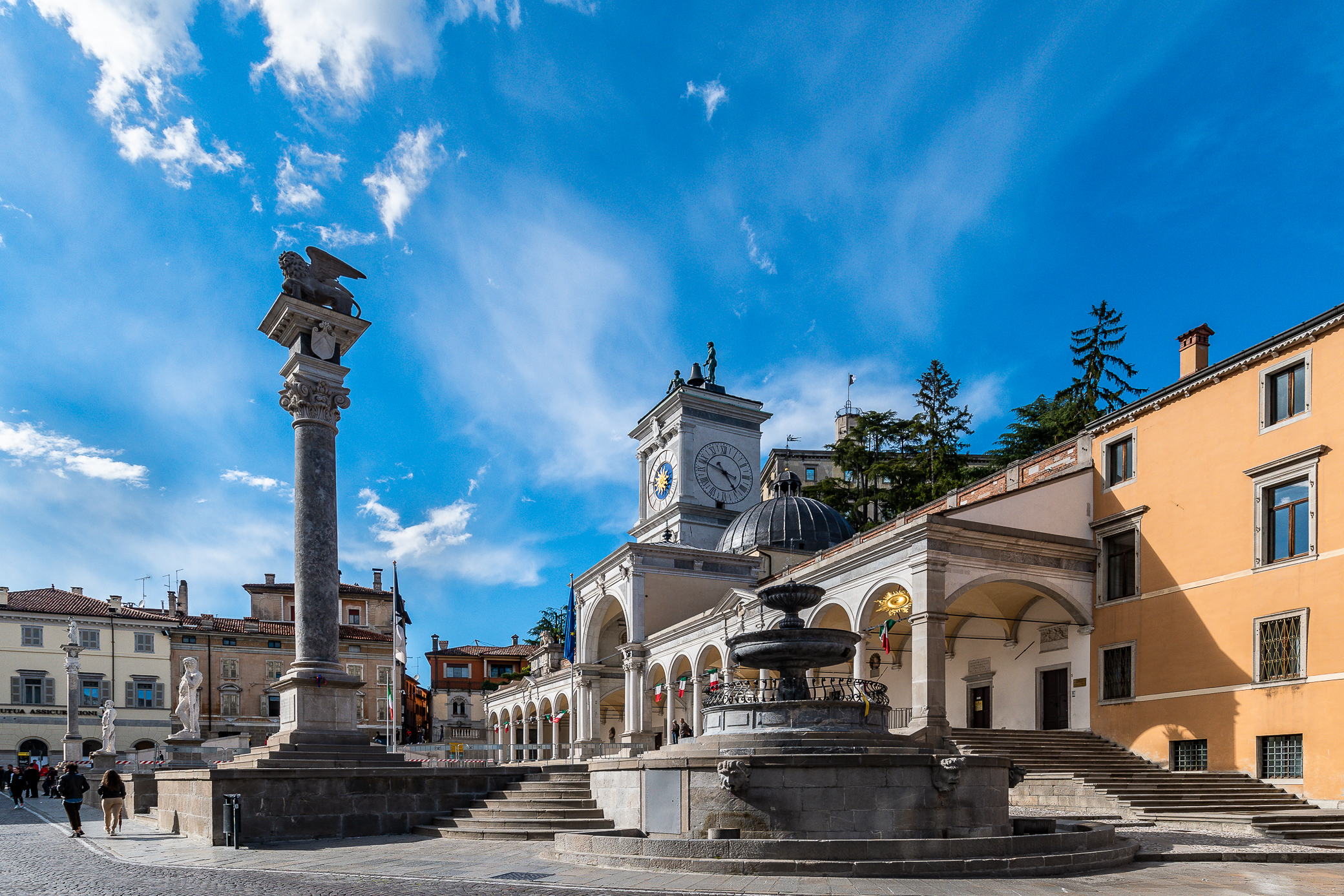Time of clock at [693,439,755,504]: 4:48
